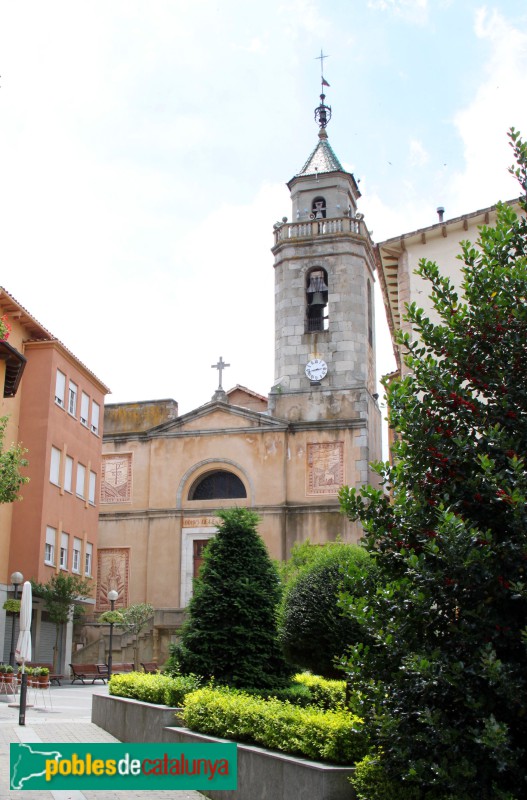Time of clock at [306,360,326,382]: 2:42
